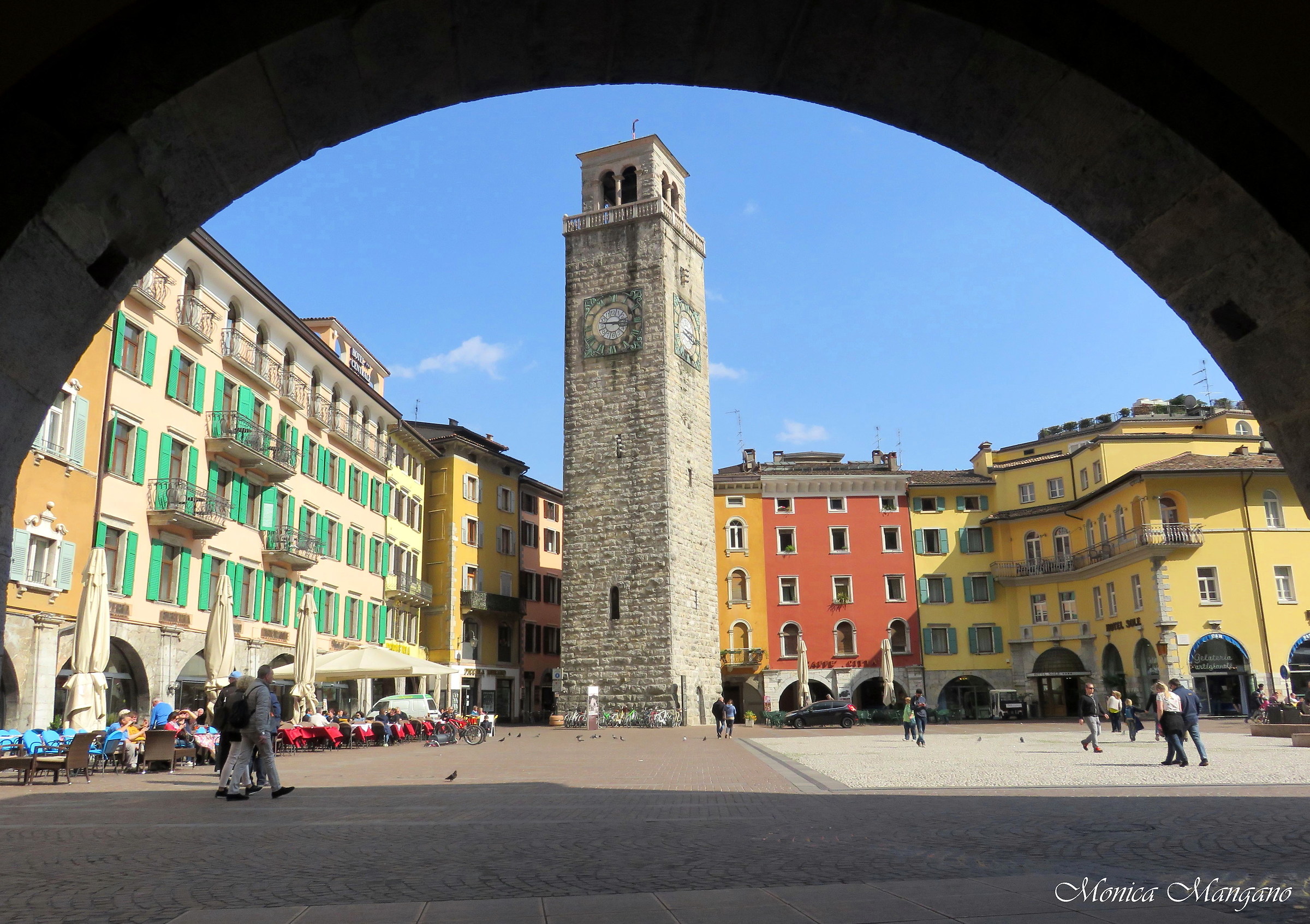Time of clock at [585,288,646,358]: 2:46
